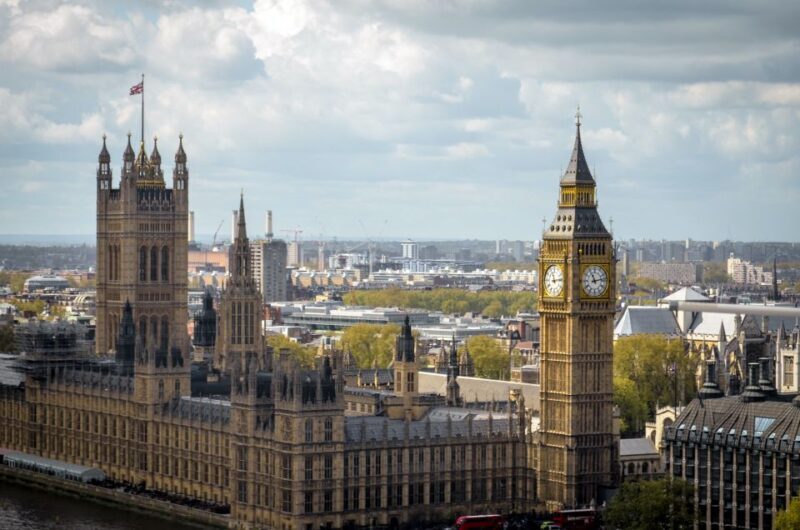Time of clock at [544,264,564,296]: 11:13
